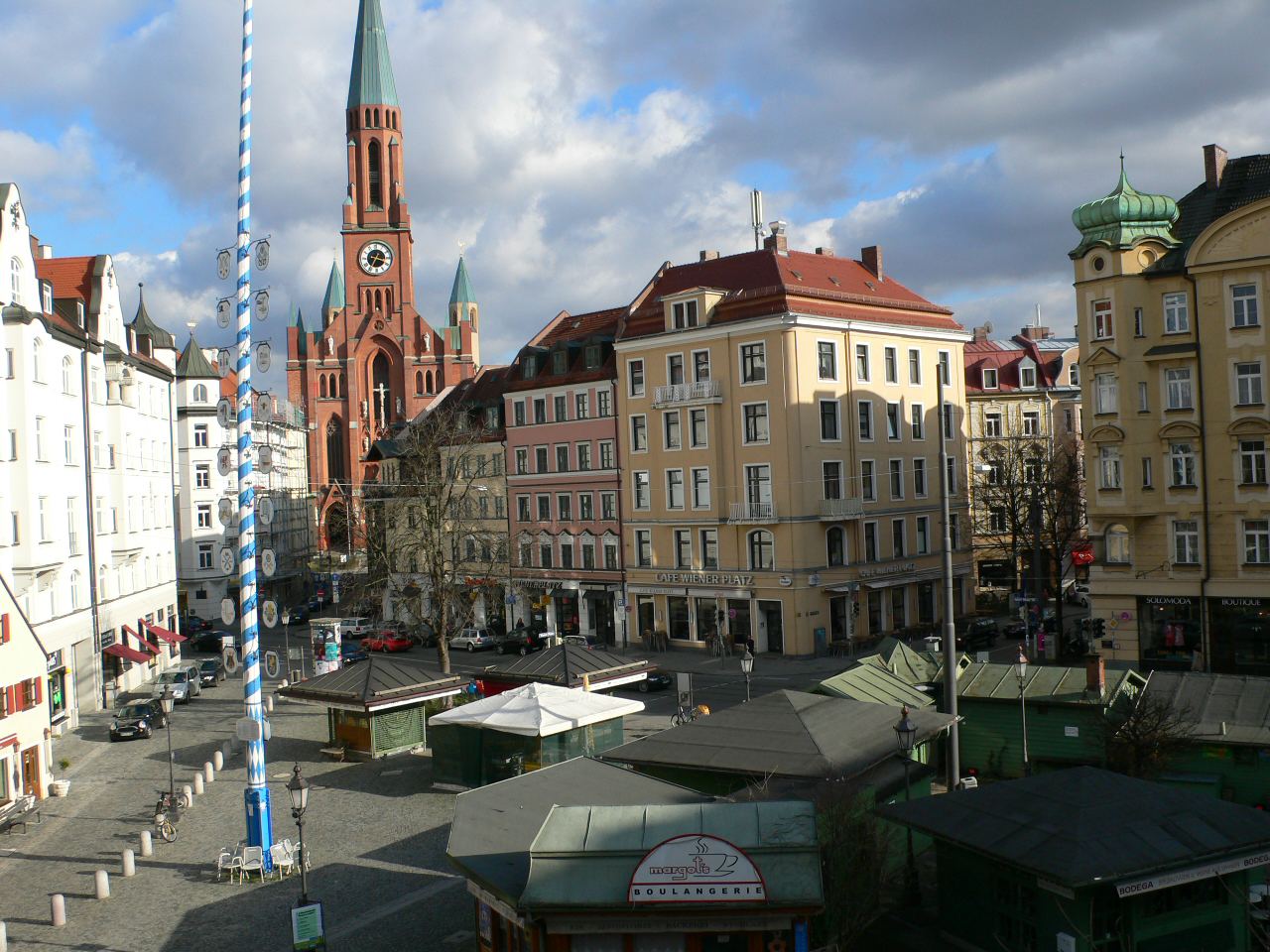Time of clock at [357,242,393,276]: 3:34
